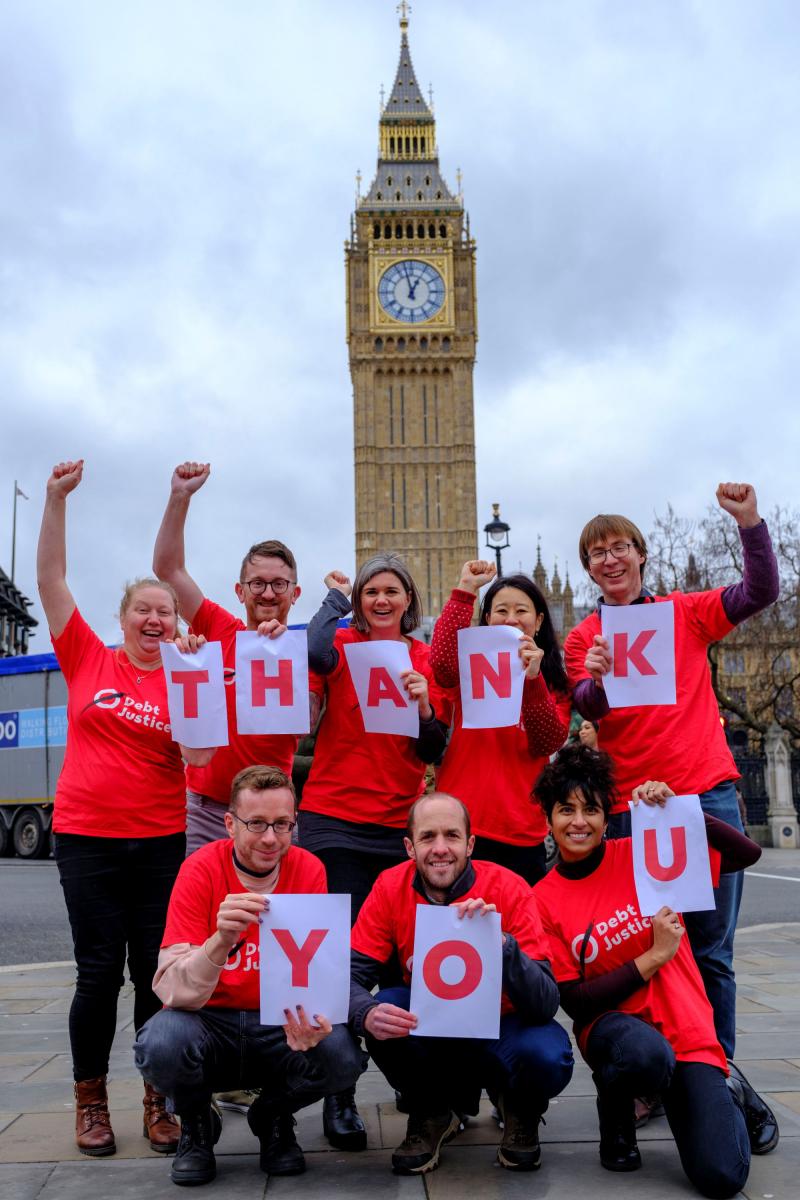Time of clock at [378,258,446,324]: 12:57
